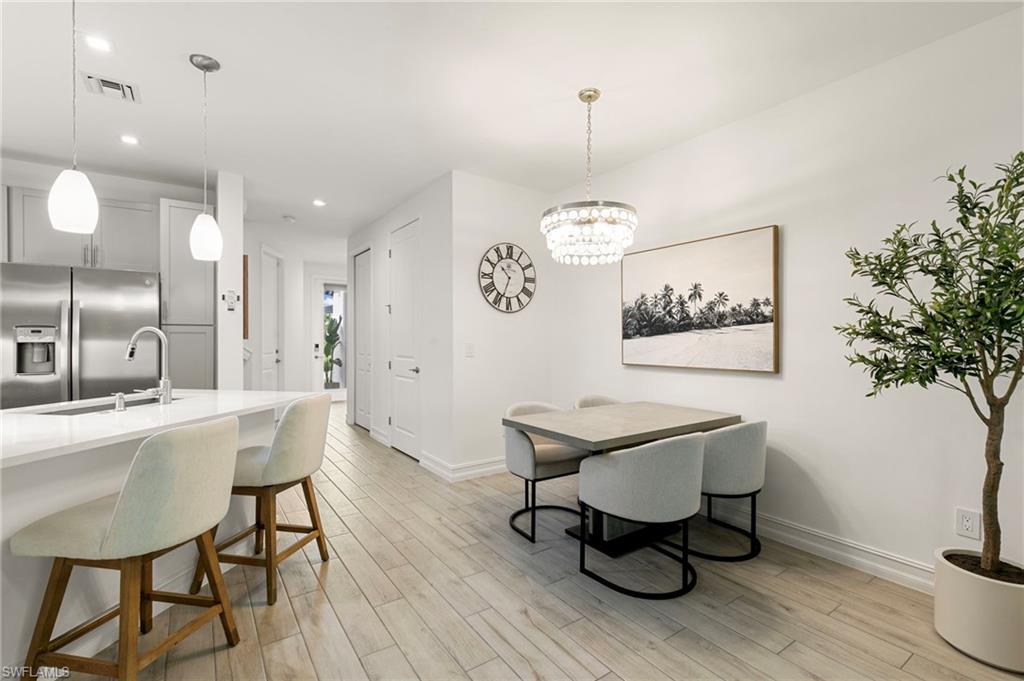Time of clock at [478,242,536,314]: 10:33
